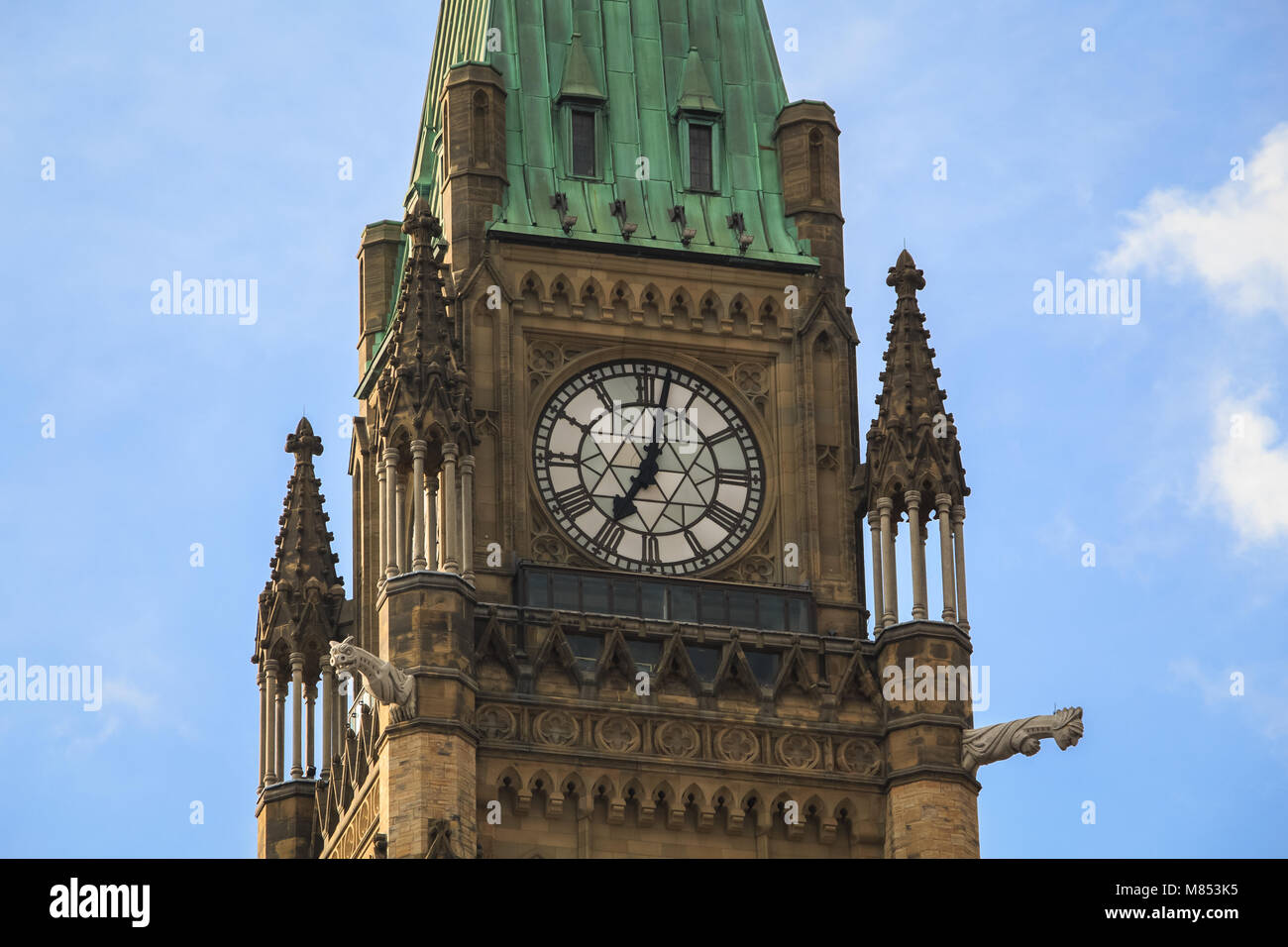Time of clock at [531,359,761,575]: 7:01
